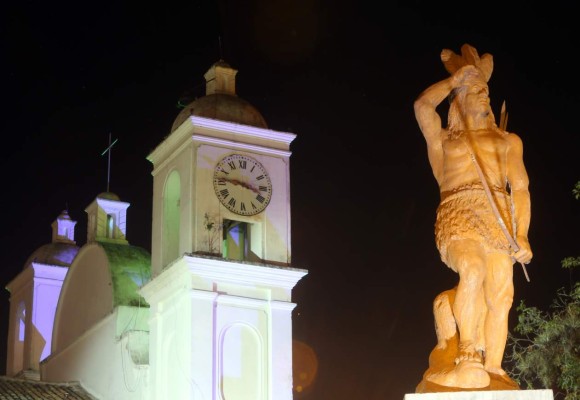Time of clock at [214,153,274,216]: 9:17
